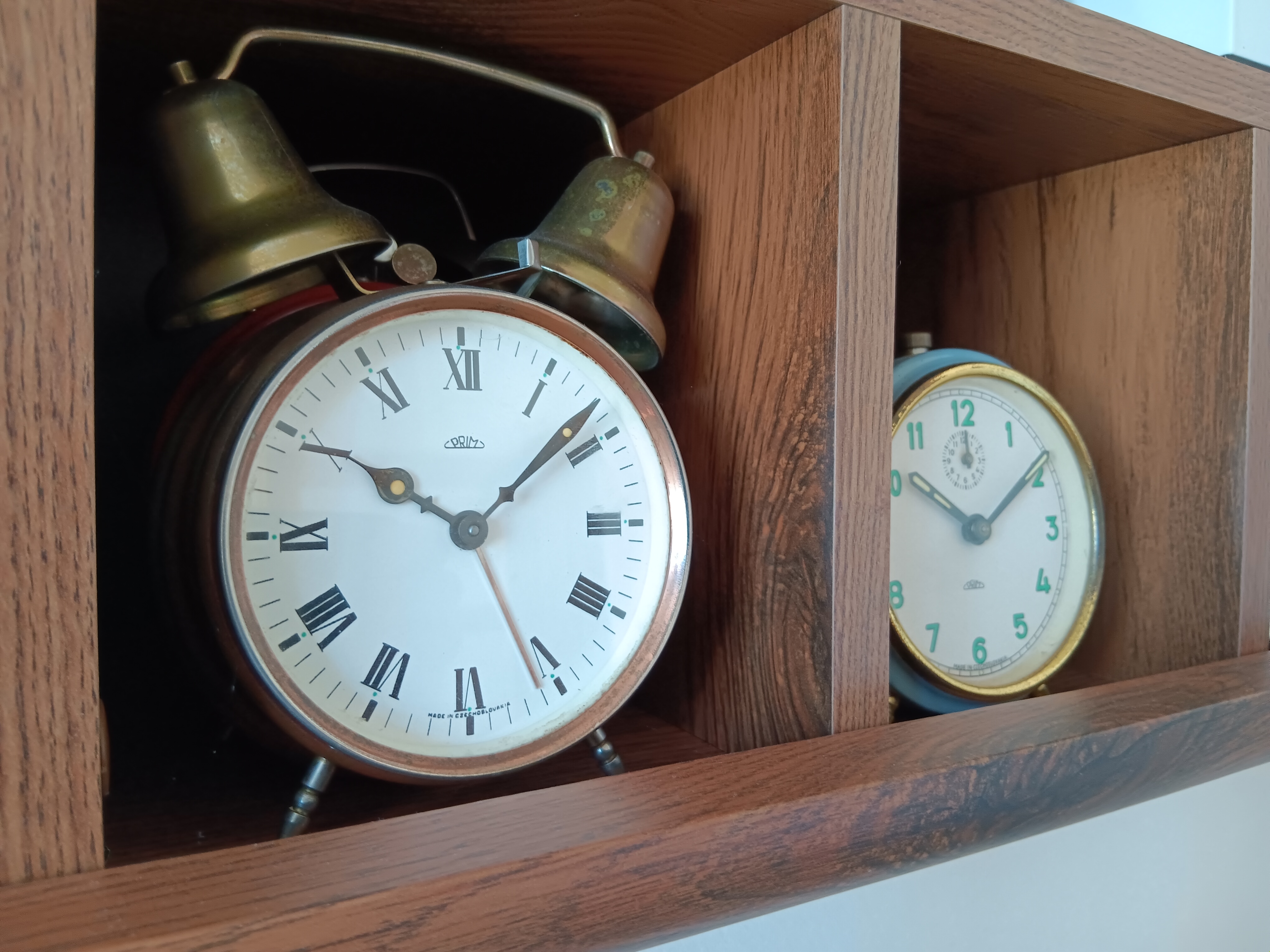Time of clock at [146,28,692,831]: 10:08
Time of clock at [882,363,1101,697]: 10:09
